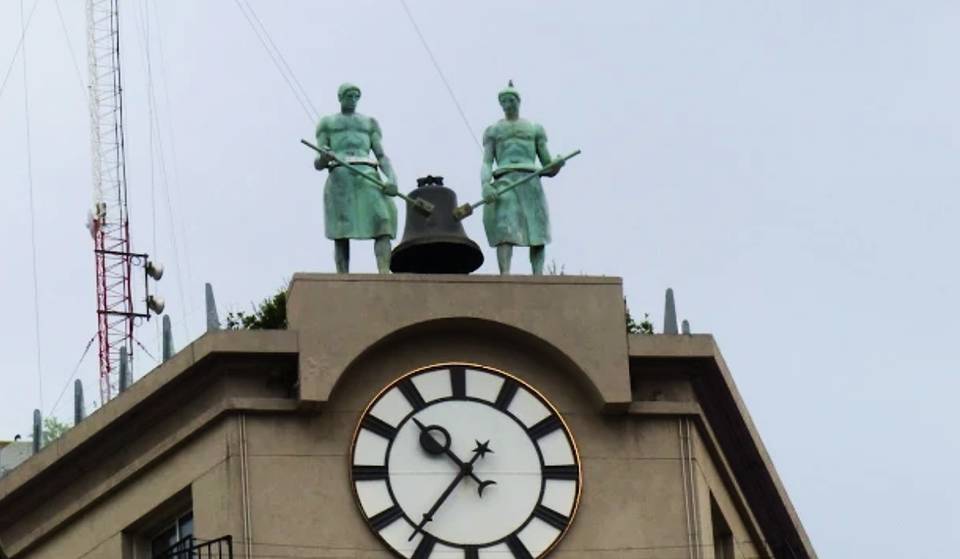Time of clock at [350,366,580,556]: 10:36
